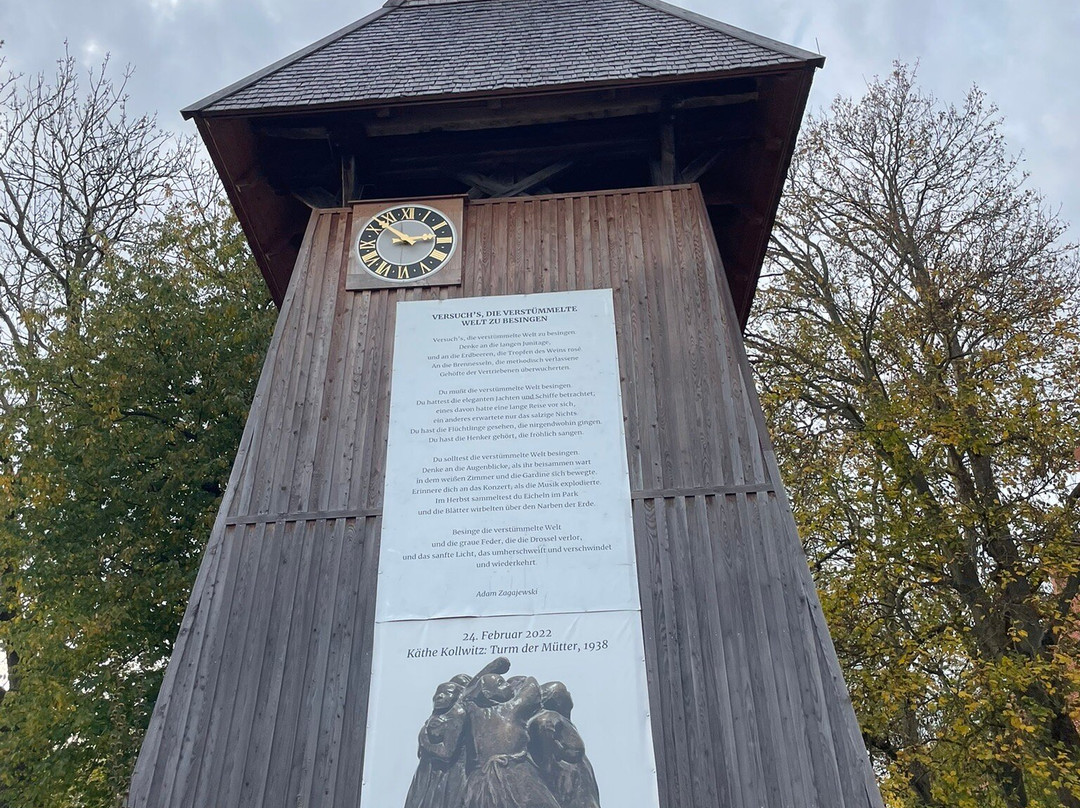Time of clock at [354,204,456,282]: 2:52
